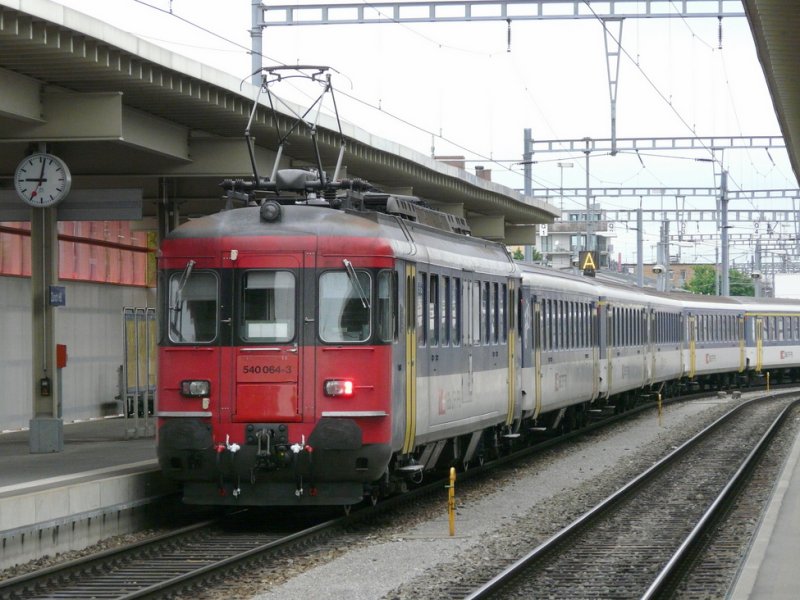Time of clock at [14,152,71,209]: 9:01
